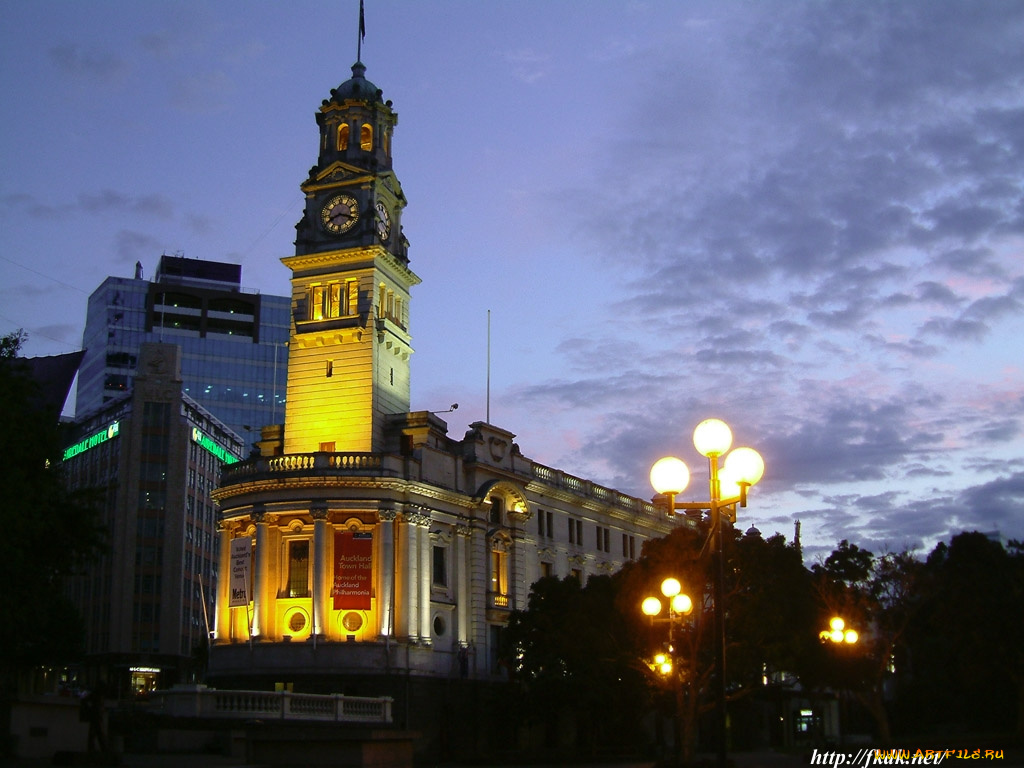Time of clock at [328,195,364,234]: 3:40
